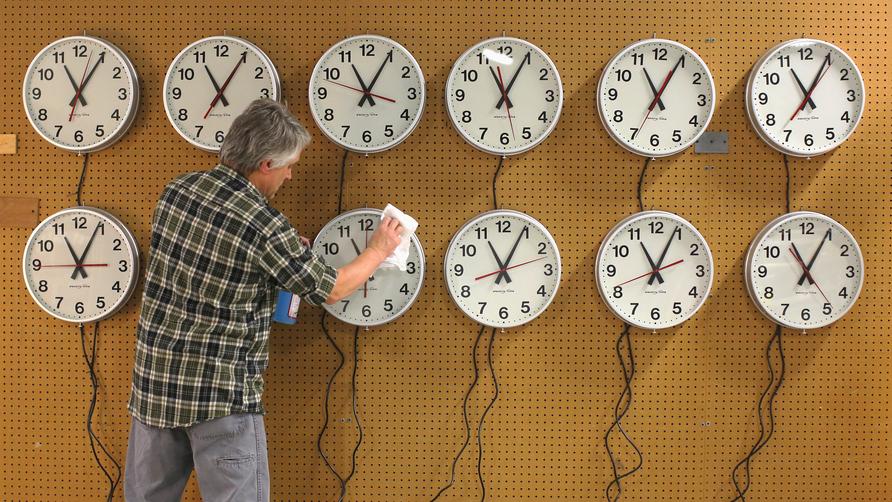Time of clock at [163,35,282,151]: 11:05
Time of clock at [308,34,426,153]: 11:04
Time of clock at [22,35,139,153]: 11:05
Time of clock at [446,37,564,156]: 11:04
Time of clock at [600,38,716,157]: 11:04
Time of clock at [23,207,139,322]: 11:04
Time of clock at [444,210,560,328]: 11:04
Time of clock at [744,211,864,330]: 11:04
